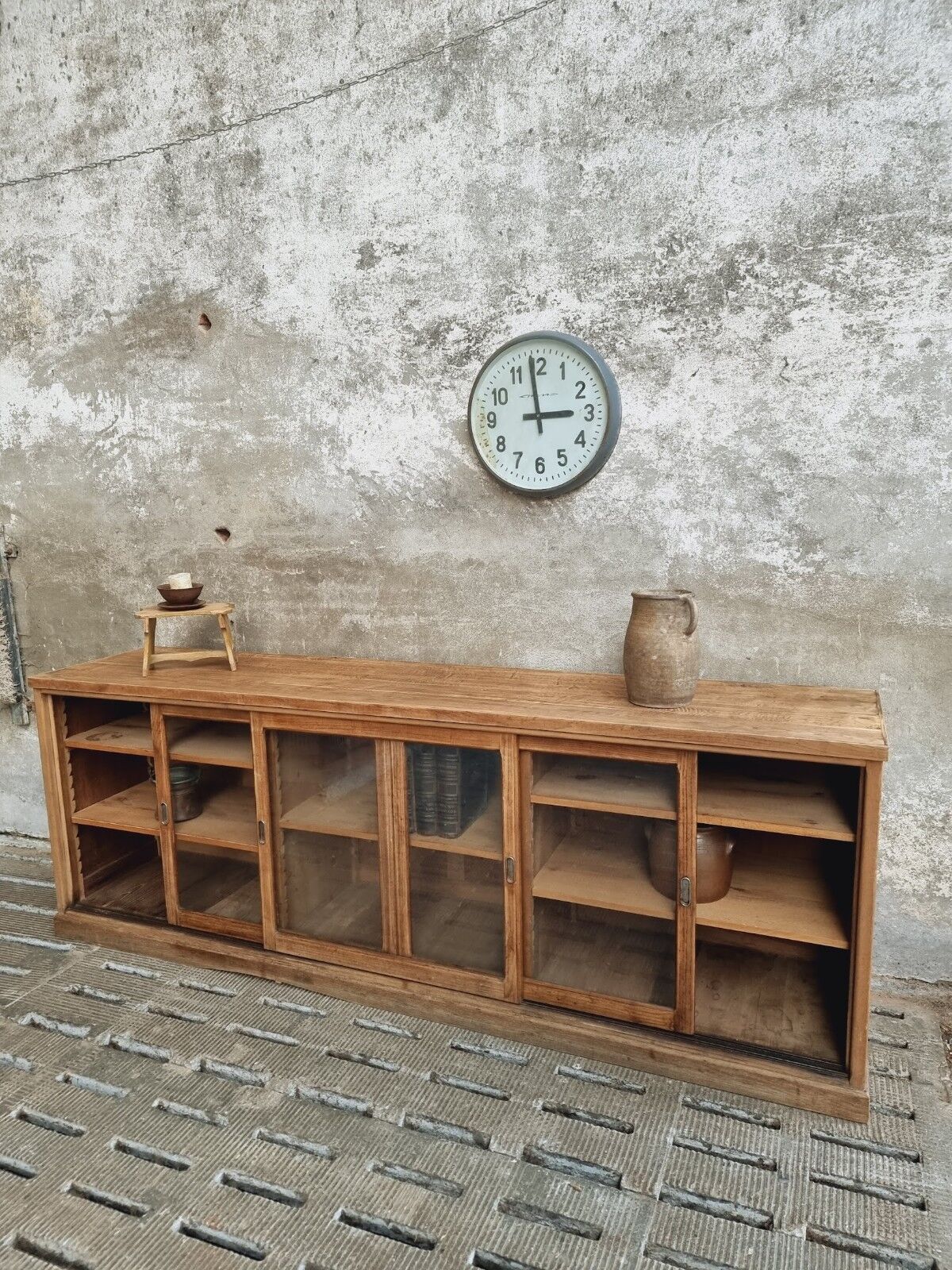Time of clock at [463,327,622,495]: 2:58
